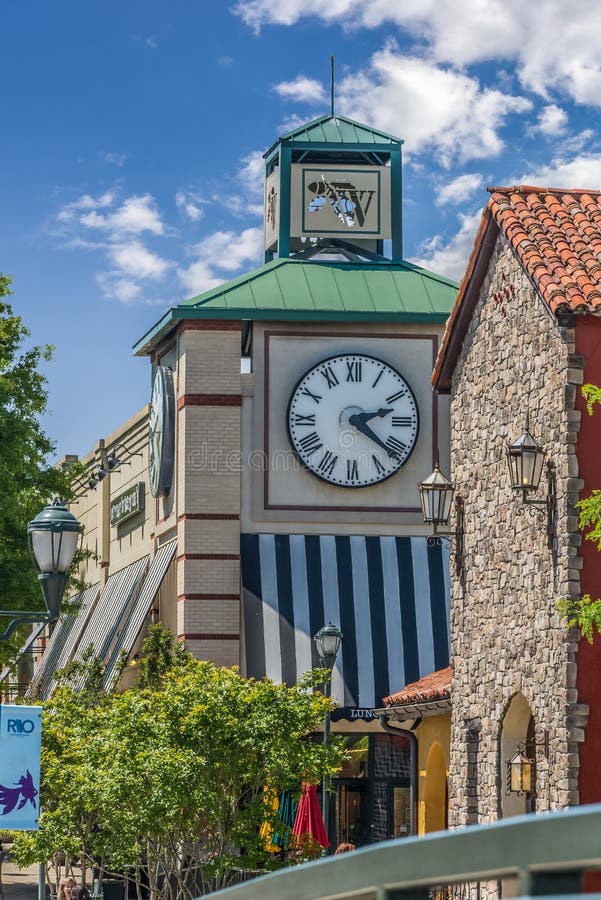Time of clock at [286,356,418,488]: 2:21
